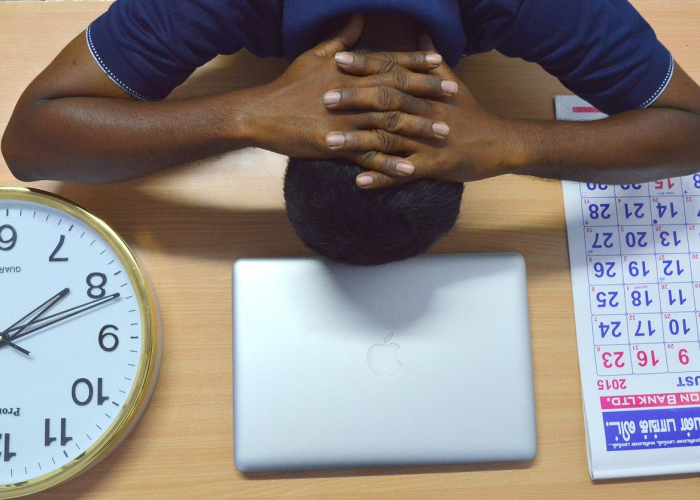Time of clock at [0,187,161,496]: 2:09
